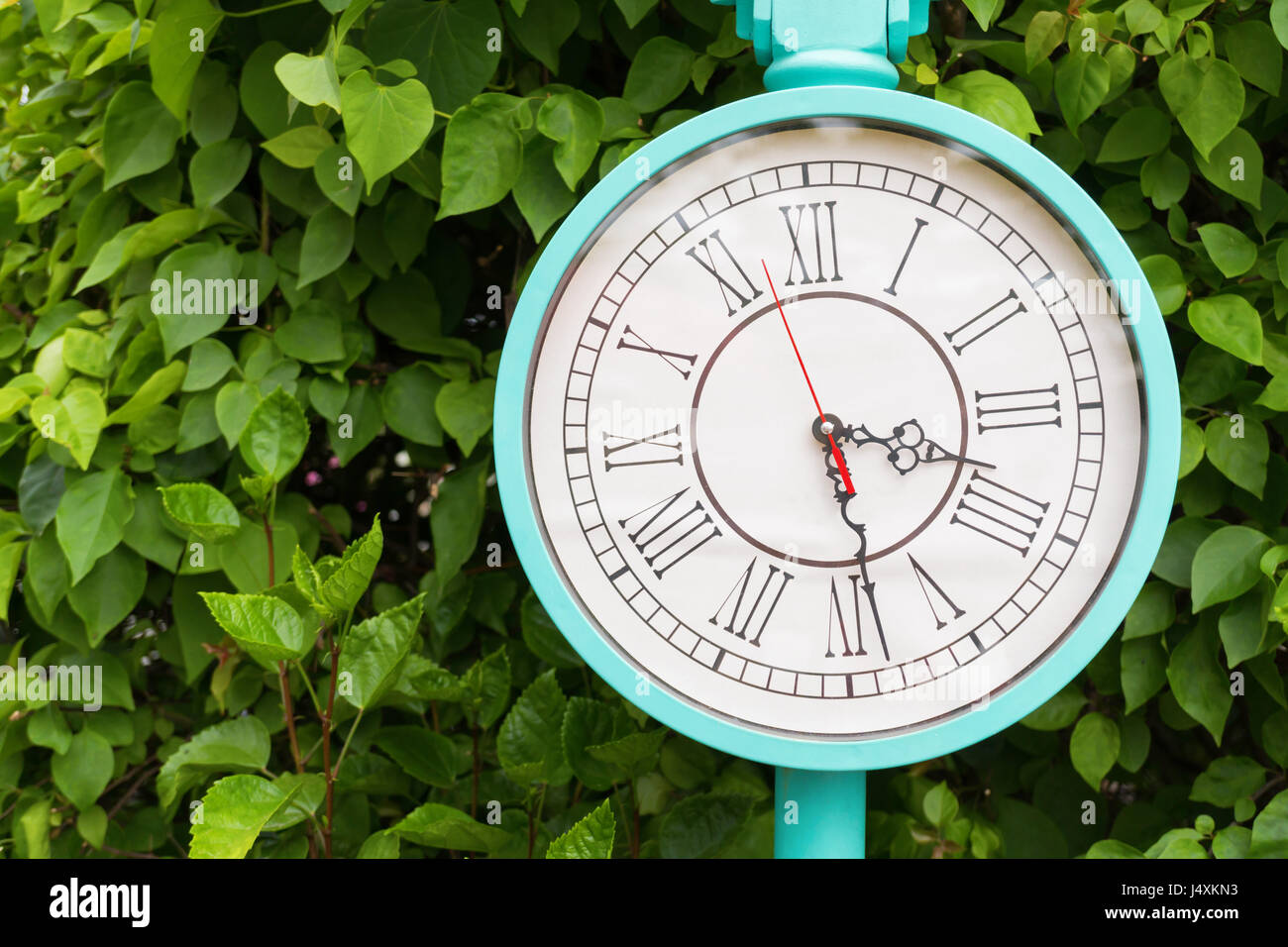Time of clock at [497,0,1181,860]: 3:28
